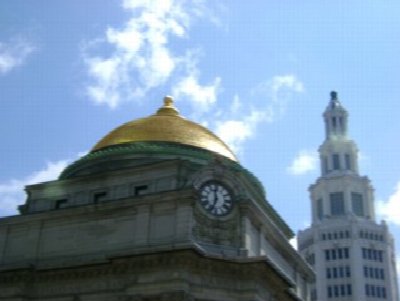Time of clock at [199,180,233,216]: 11:33
